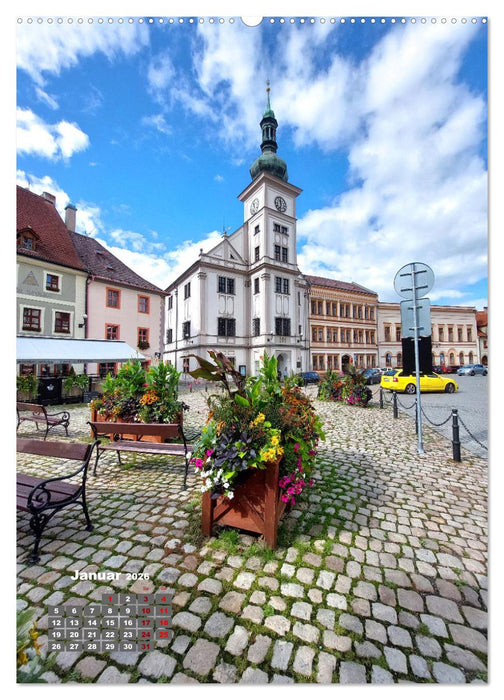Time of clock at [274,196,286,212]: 11:32
